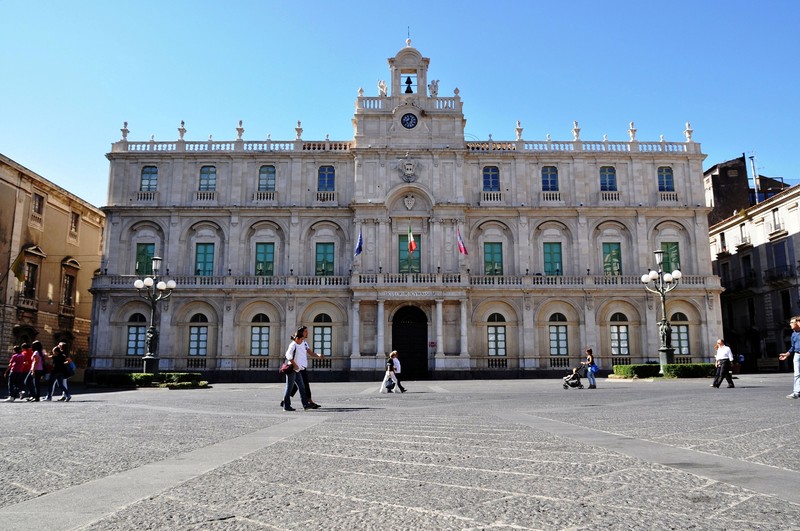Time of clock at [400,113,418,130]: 12:41
